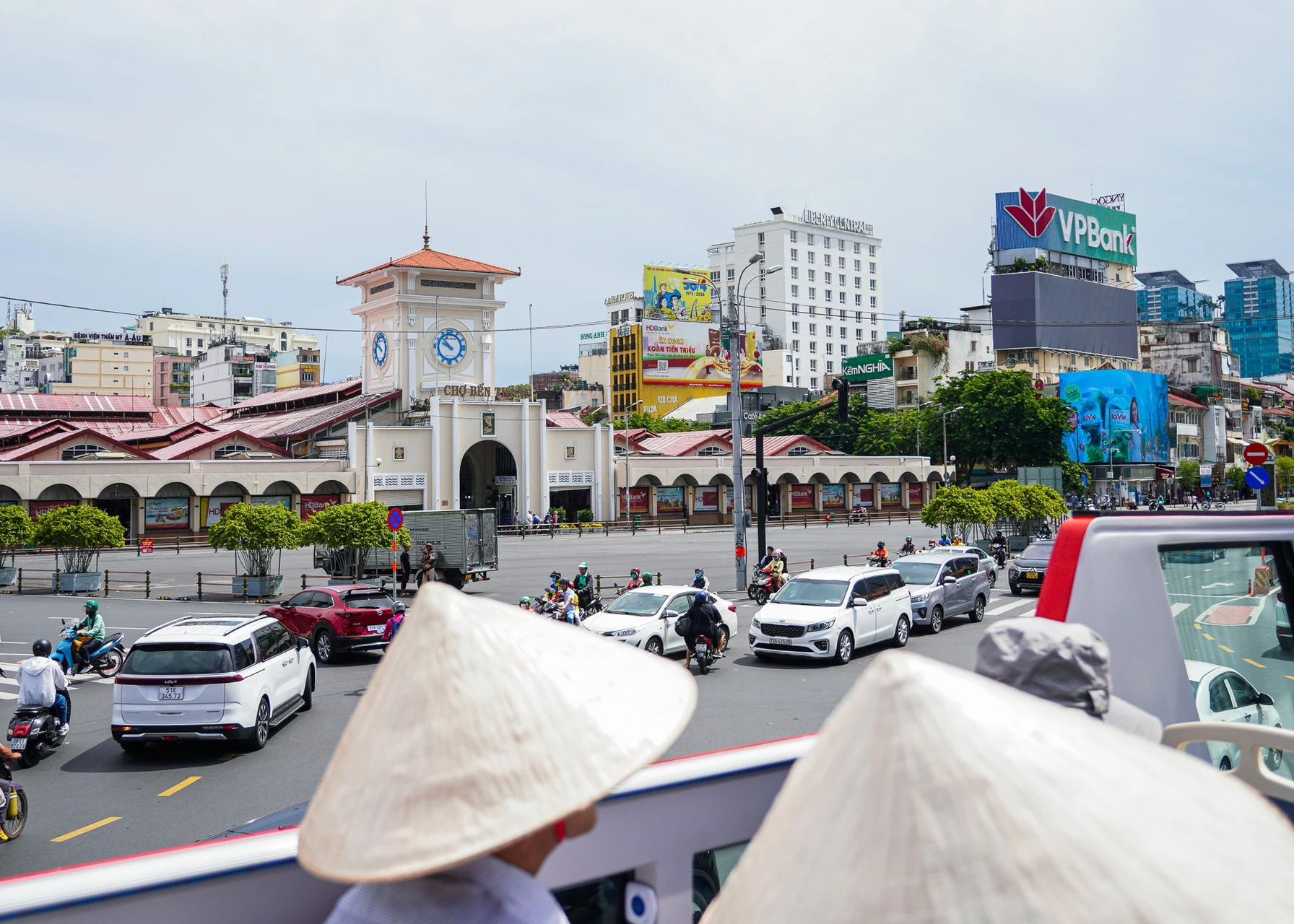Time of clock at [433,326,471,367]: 9:53
